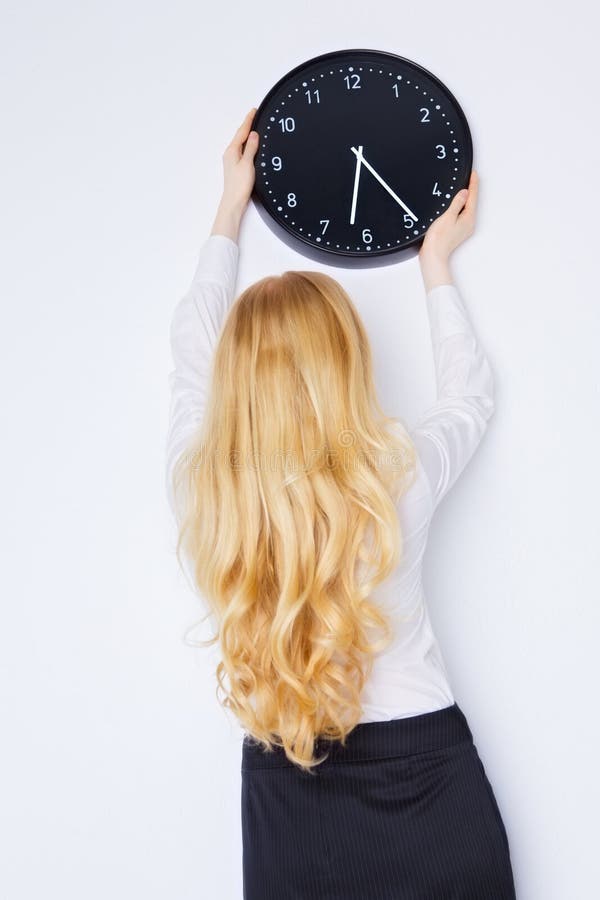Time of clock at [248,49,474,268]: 6:24
